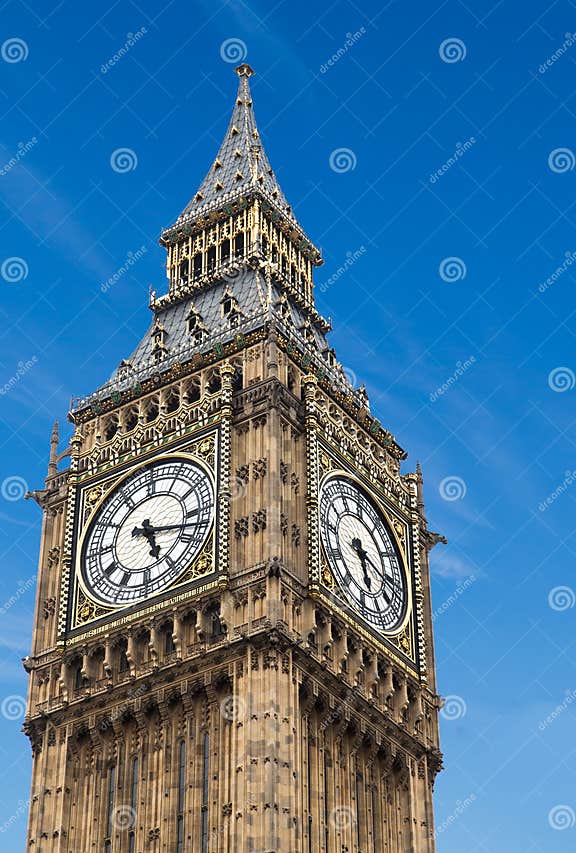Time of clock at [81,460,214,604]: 5:17
